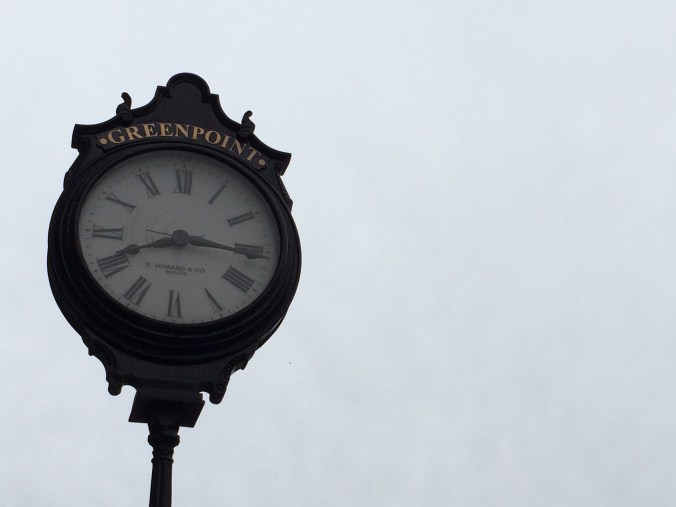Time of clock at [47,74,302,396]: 8:15
